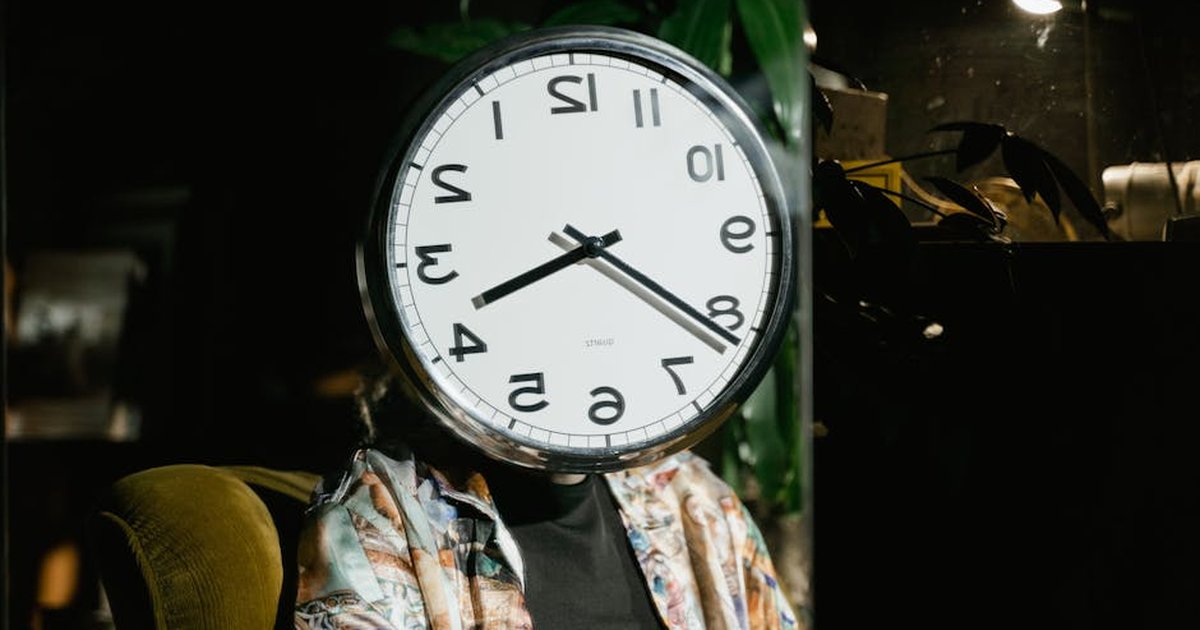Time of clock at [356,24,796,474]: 8:21
